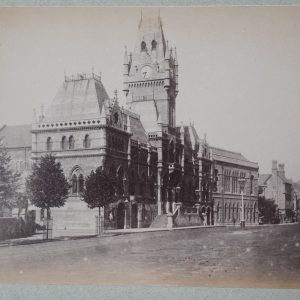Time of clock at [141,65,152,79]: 8:33
